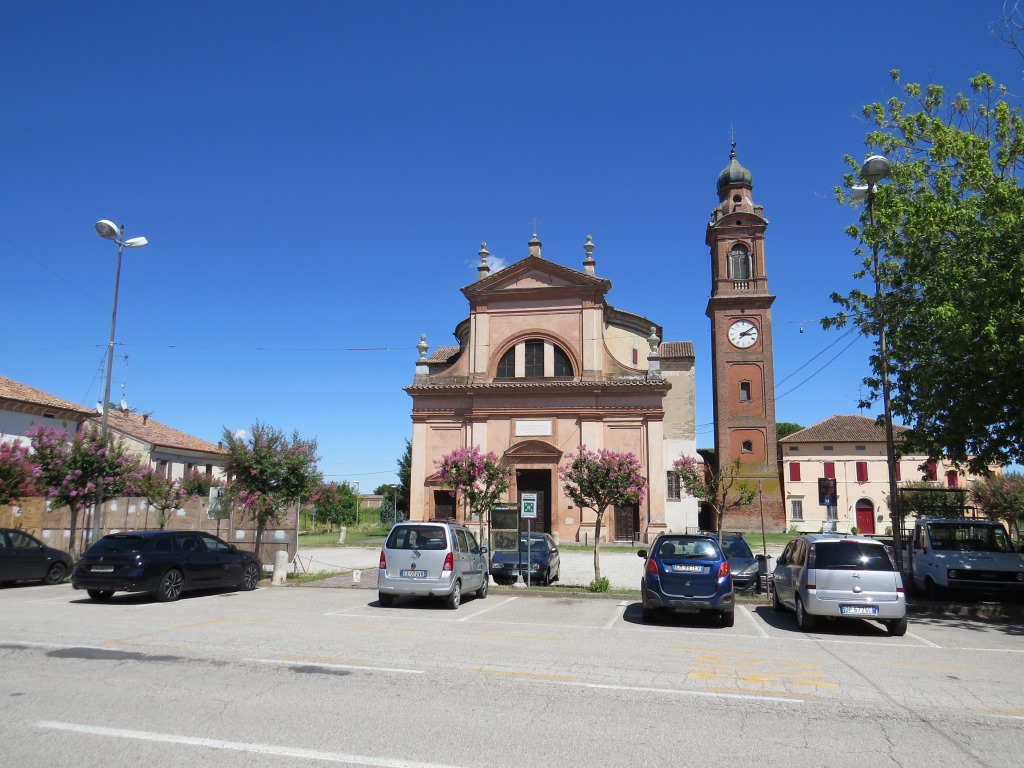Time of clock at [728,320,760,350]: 3:09
